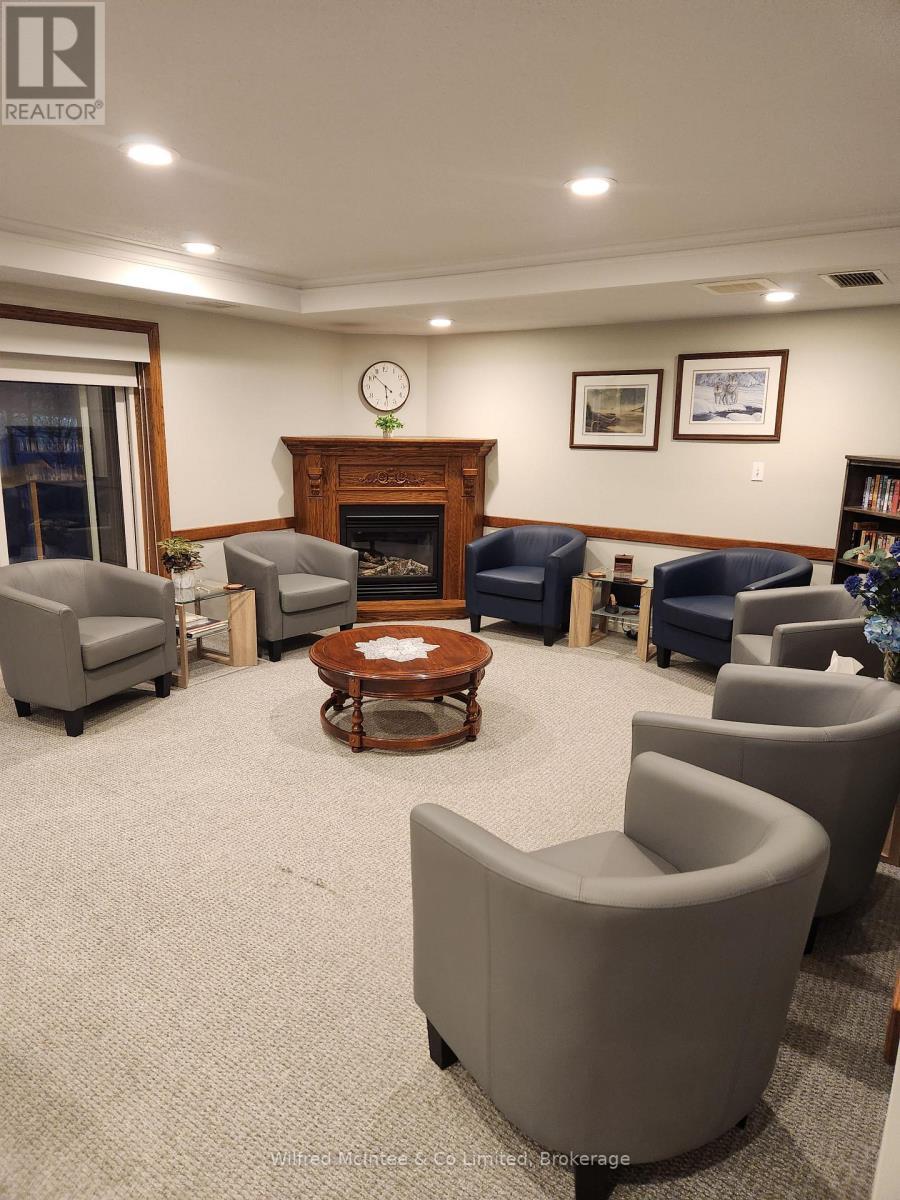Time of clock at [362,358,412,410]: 5:52
